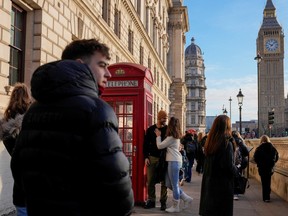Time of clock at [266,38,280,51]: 10:07
